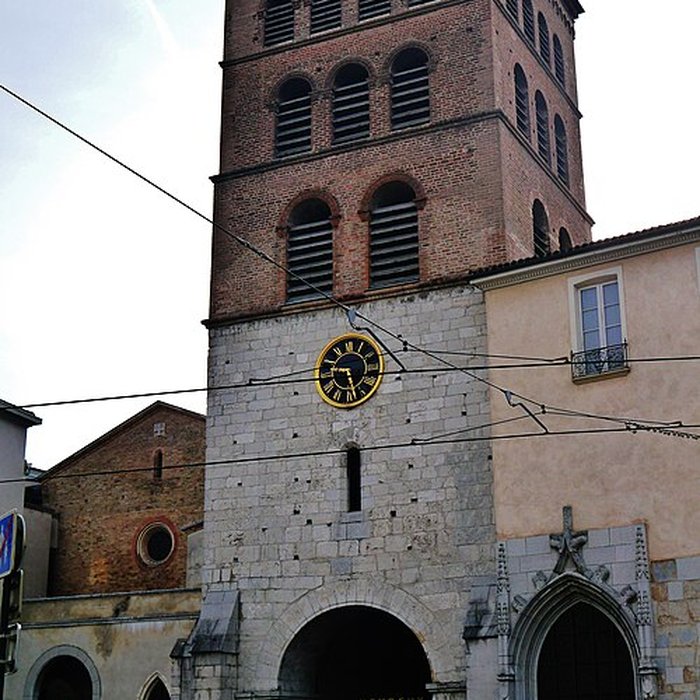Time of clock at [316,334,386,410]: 9:27
